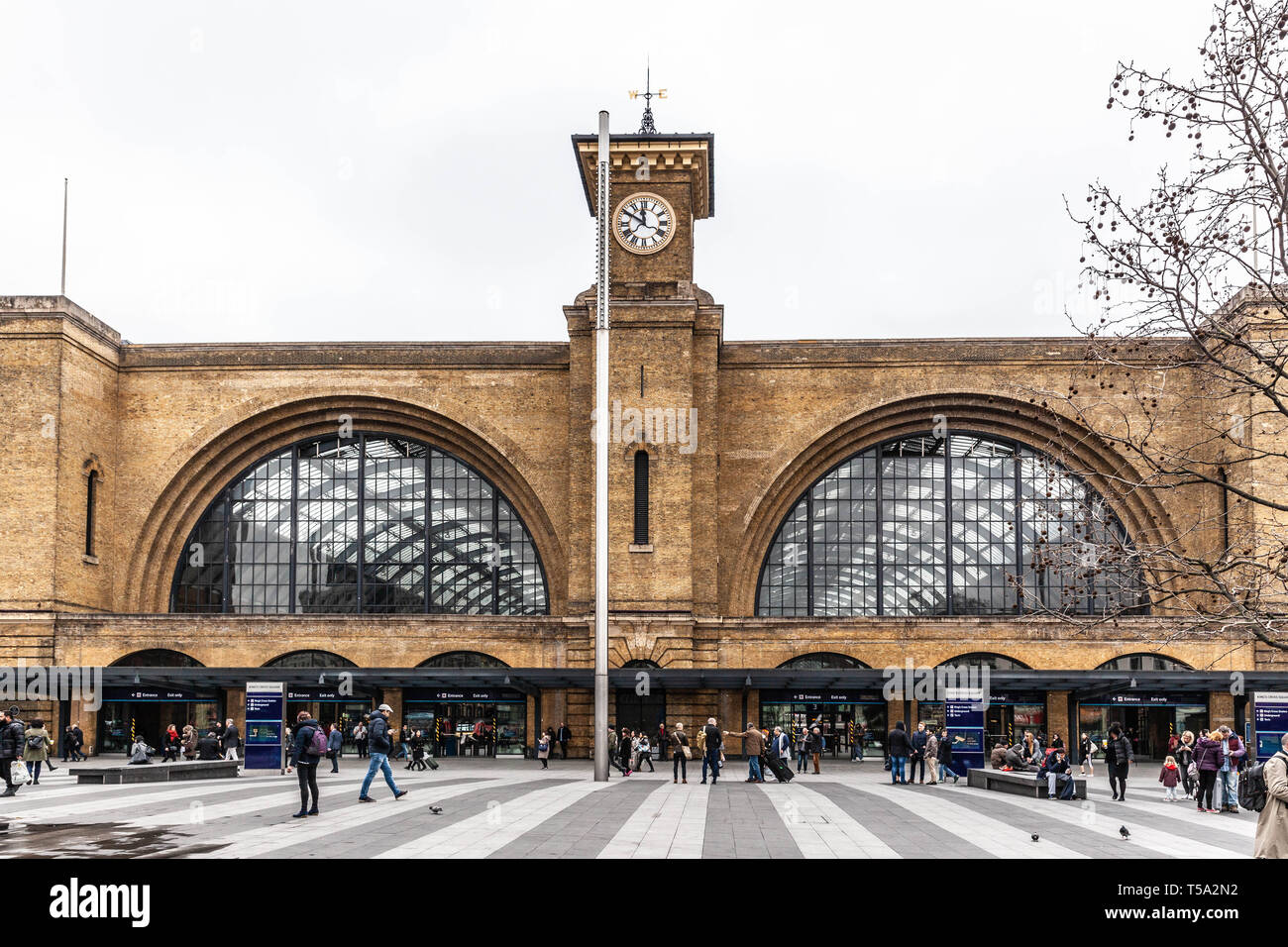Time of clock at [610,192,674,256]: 11:50
